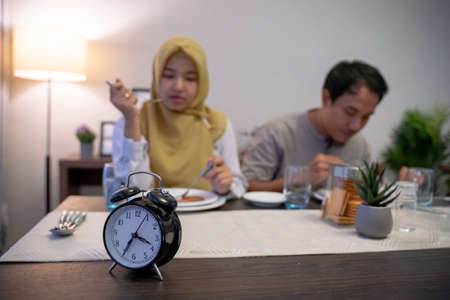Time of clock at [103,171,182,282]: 3:34
